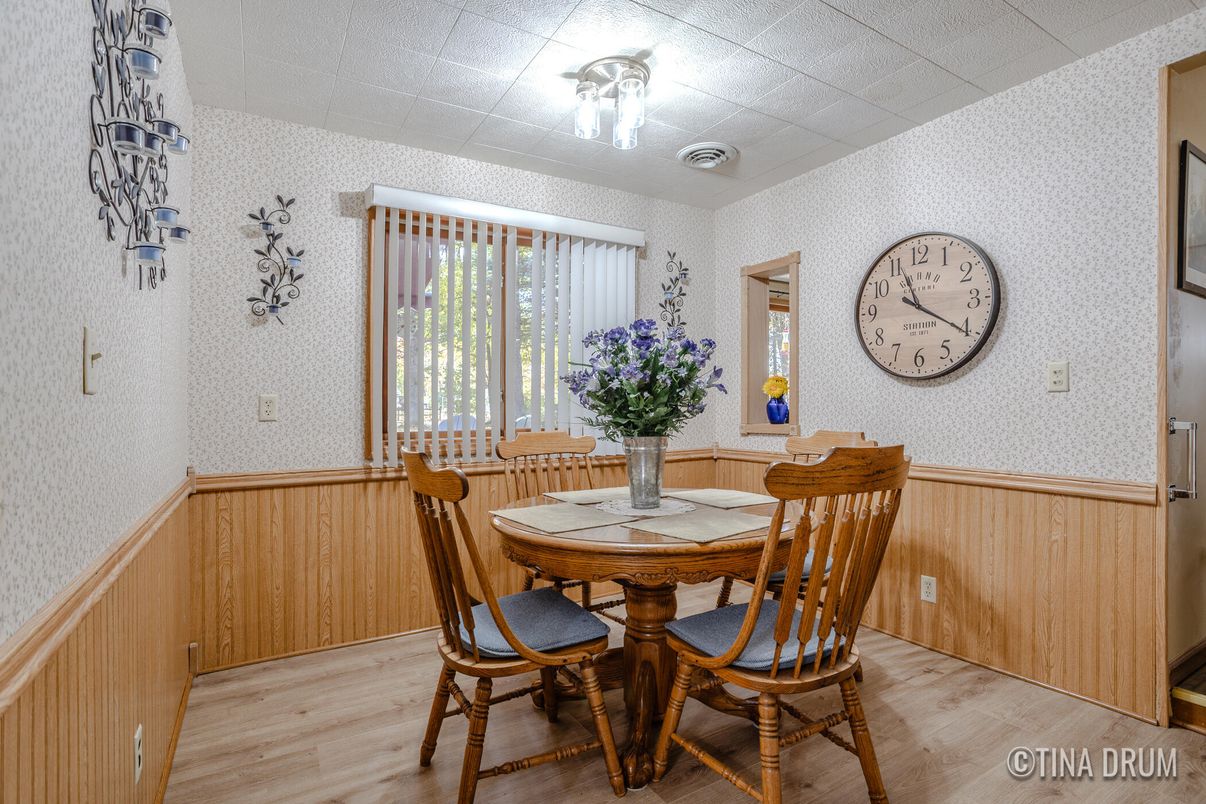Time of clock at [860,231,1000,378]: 11:20
